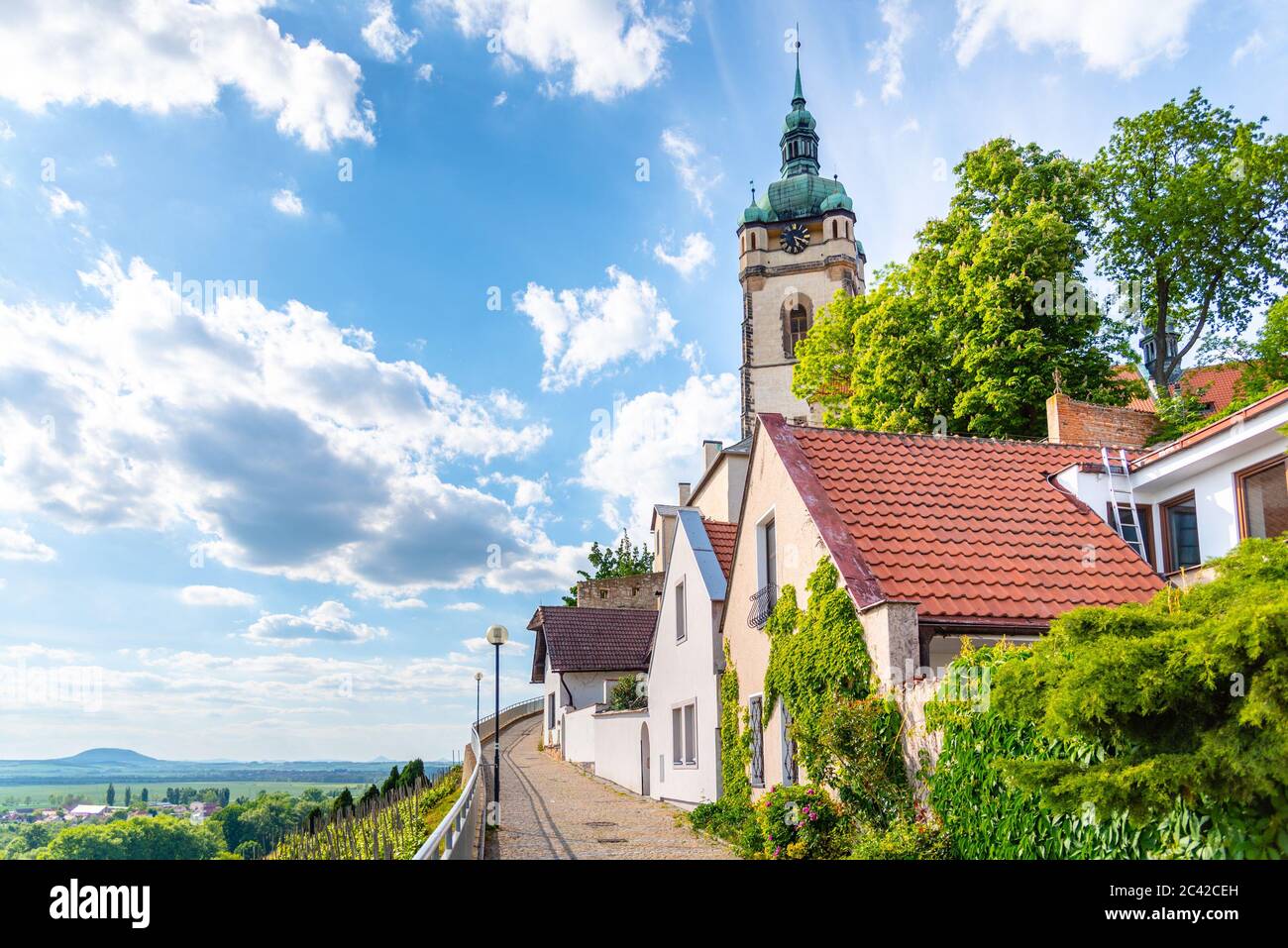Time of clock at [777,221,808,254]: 5:18
